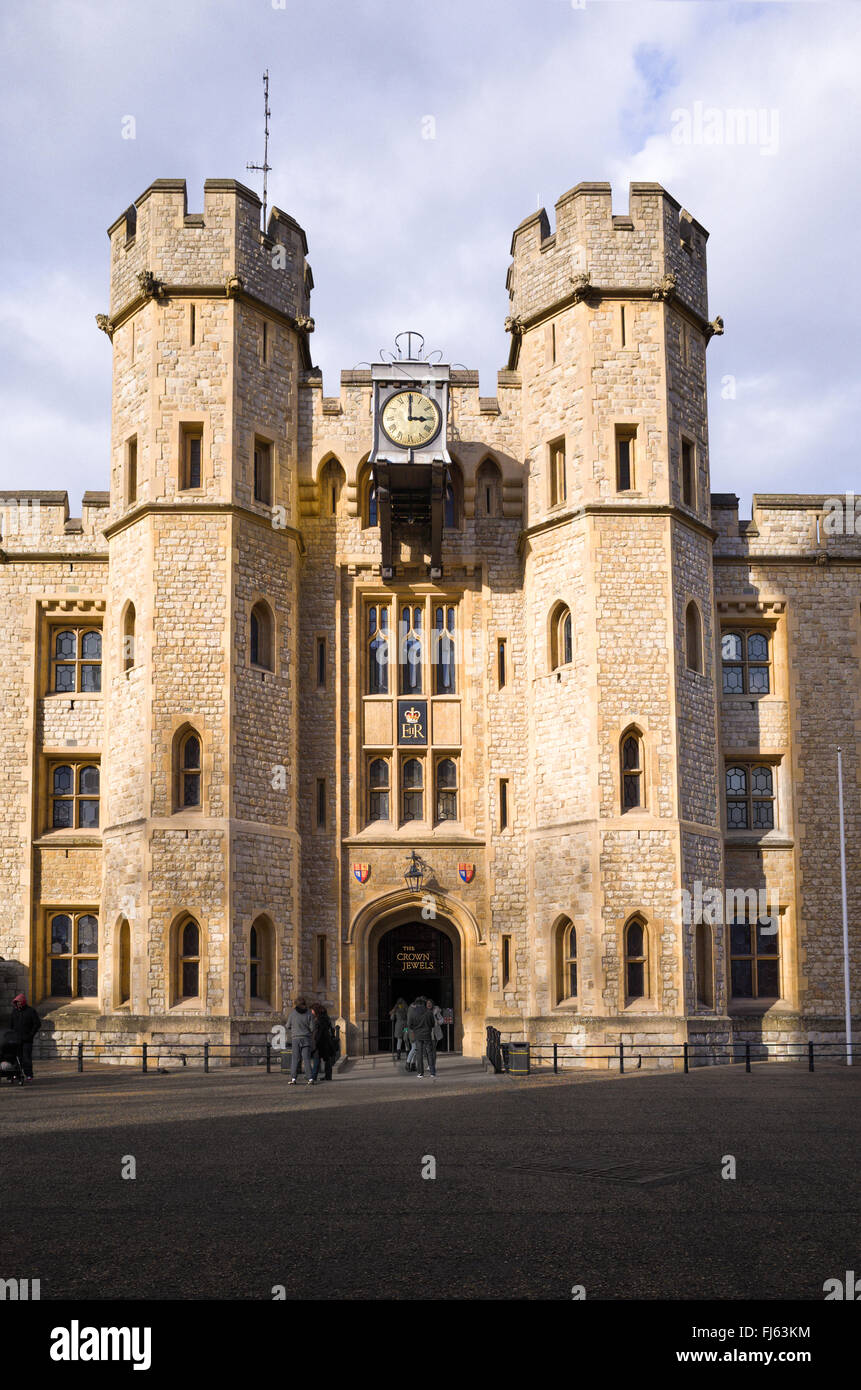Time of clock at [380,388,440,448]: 3:00
